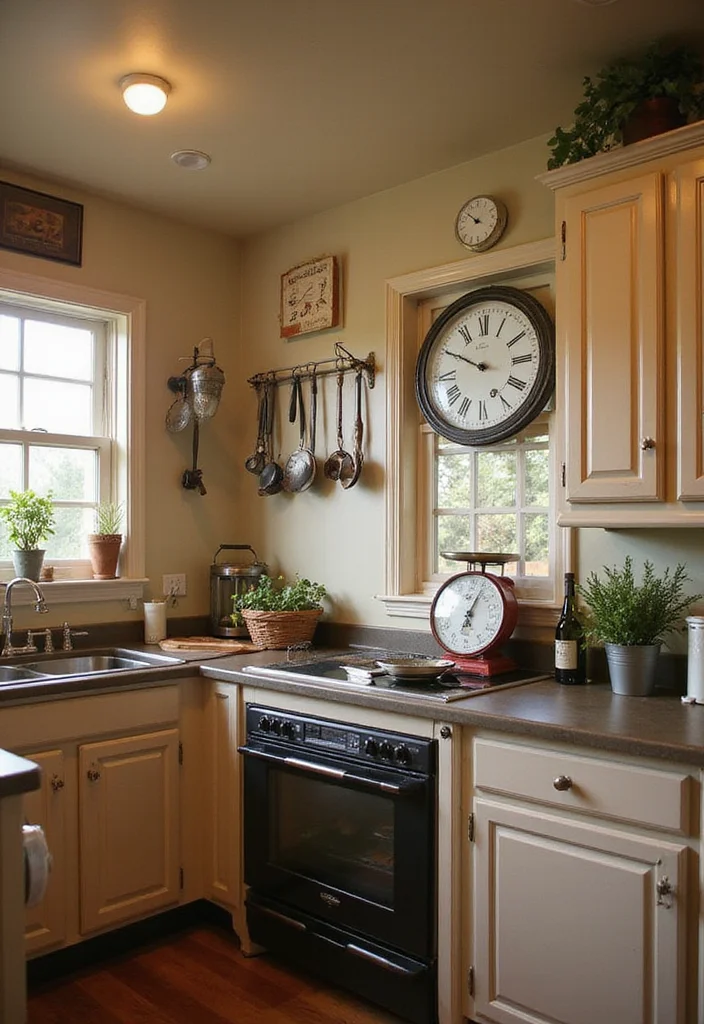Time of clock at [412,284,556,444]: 9:49
